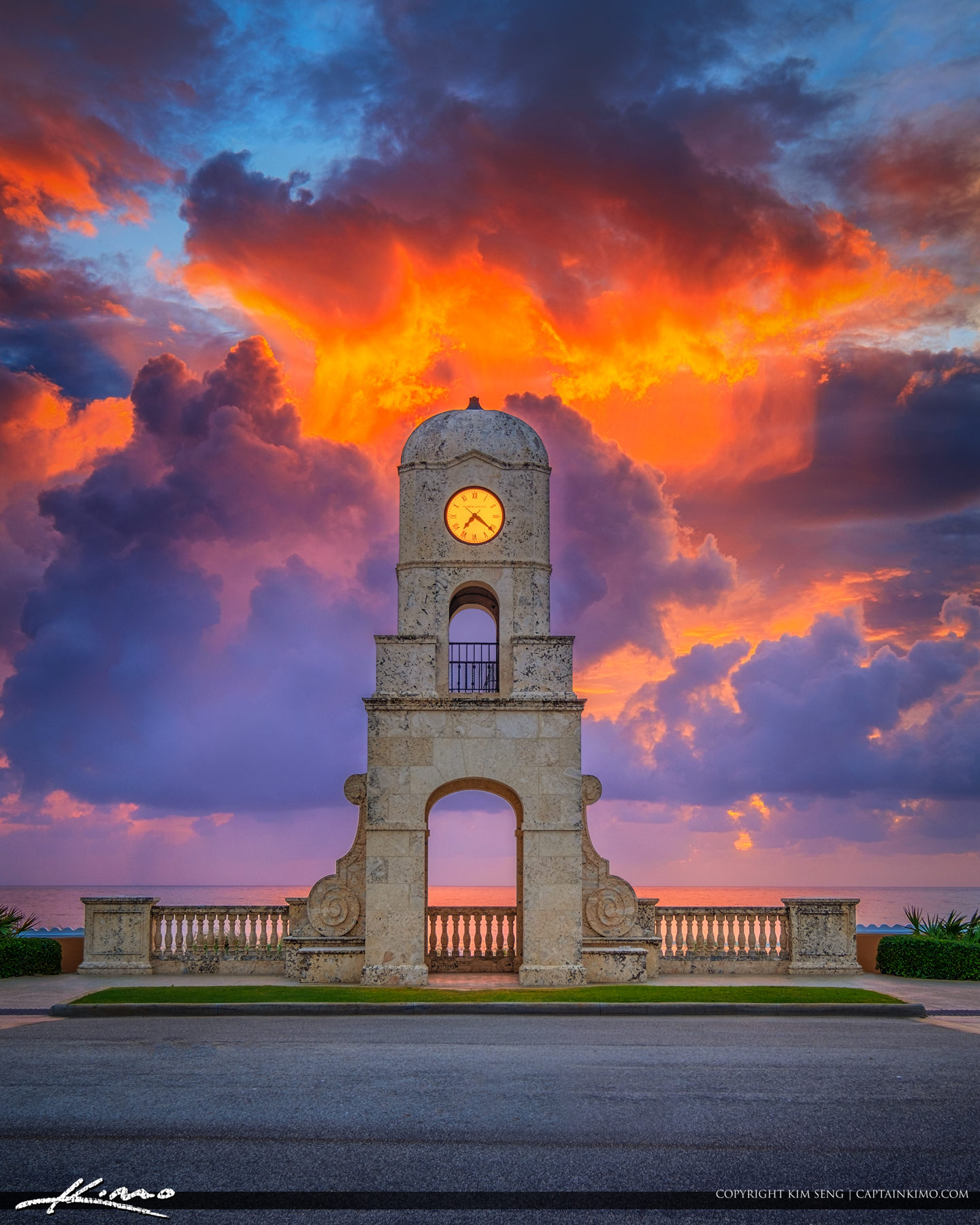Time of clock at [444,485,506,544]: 7:21
